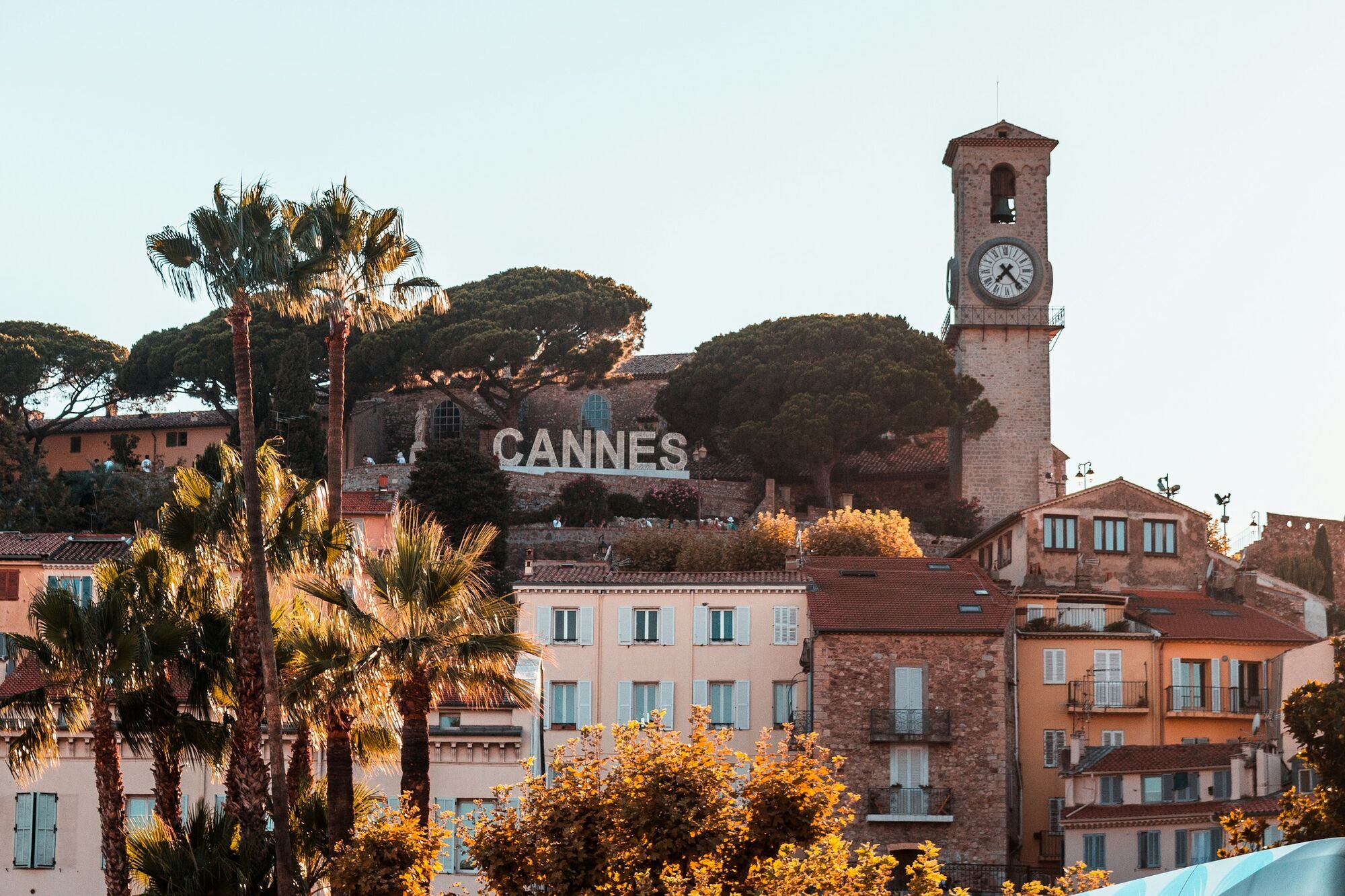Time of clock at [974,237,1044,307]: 7:23
